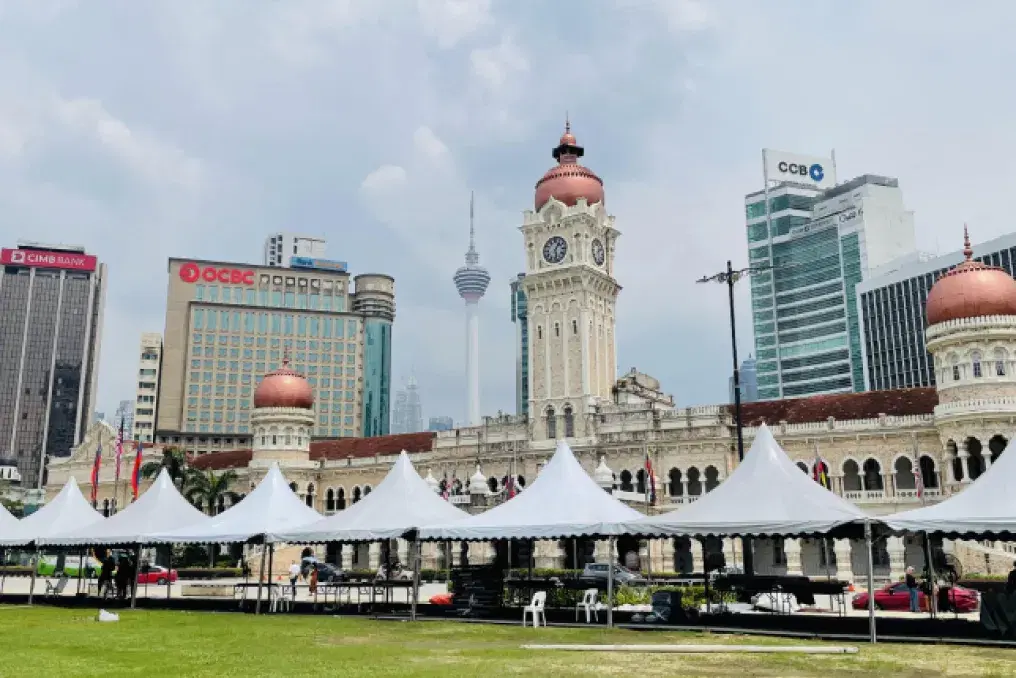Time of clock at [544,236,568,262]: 1:28
